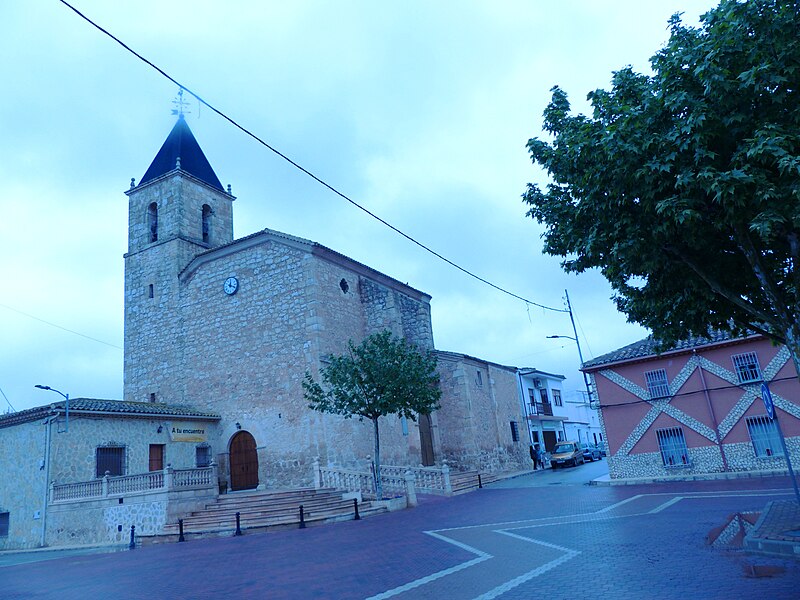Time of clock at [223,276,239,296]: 12:18
